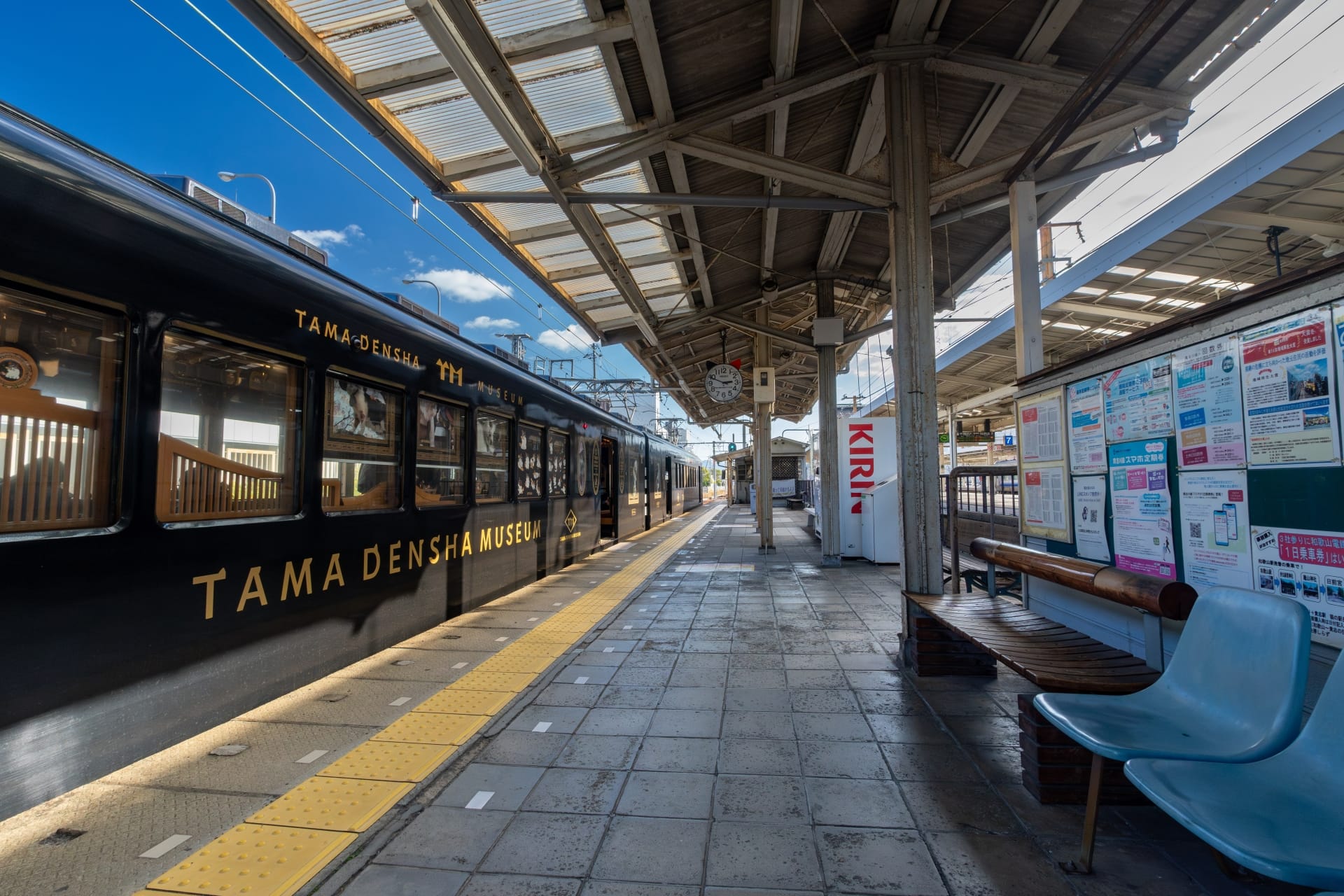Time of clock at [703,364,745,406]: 2:48
